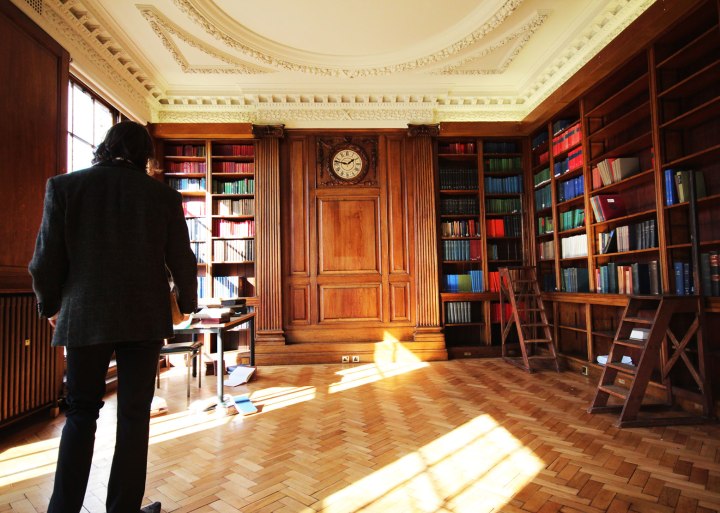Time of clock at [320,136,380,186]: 1:46
